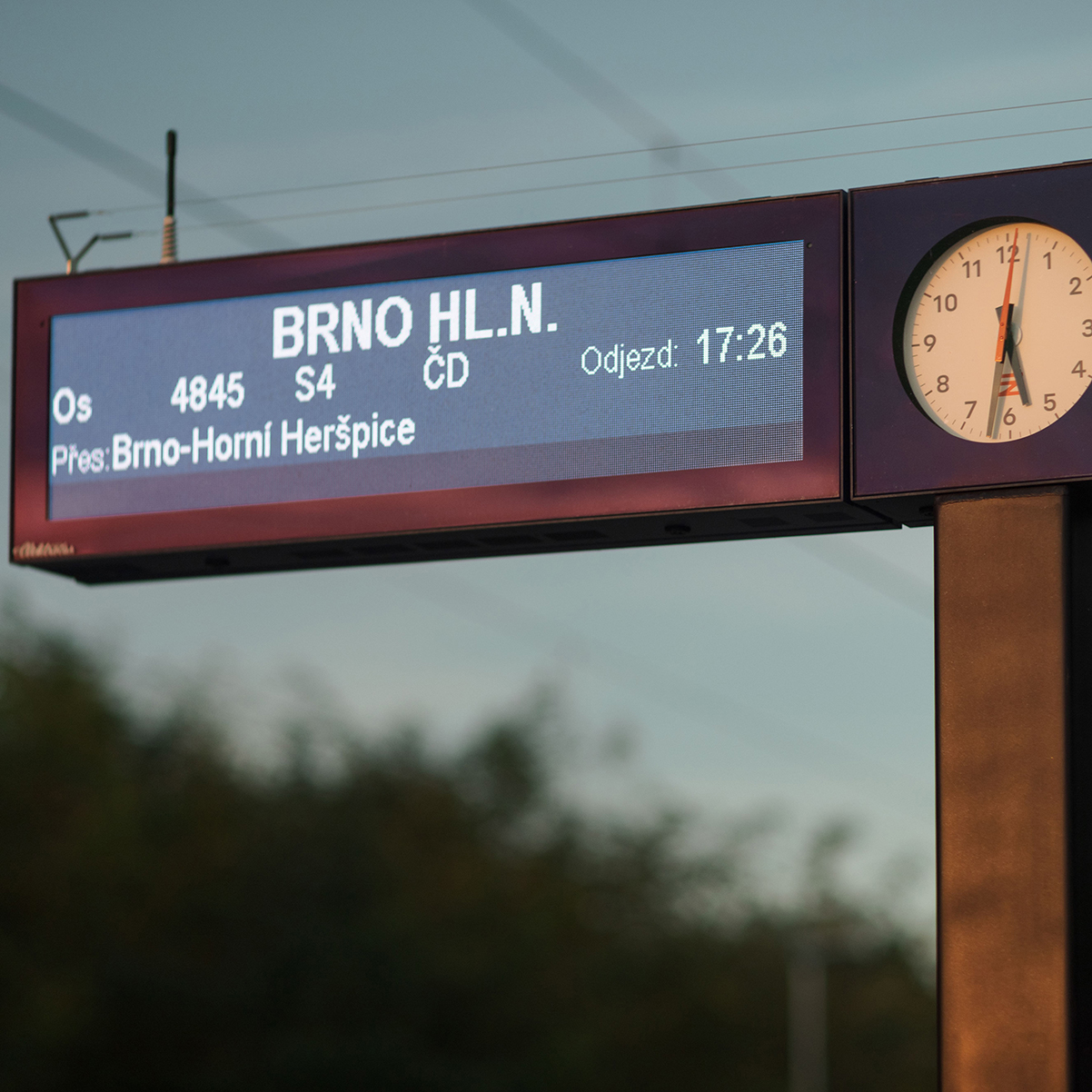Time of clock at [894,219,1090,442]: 5:31
